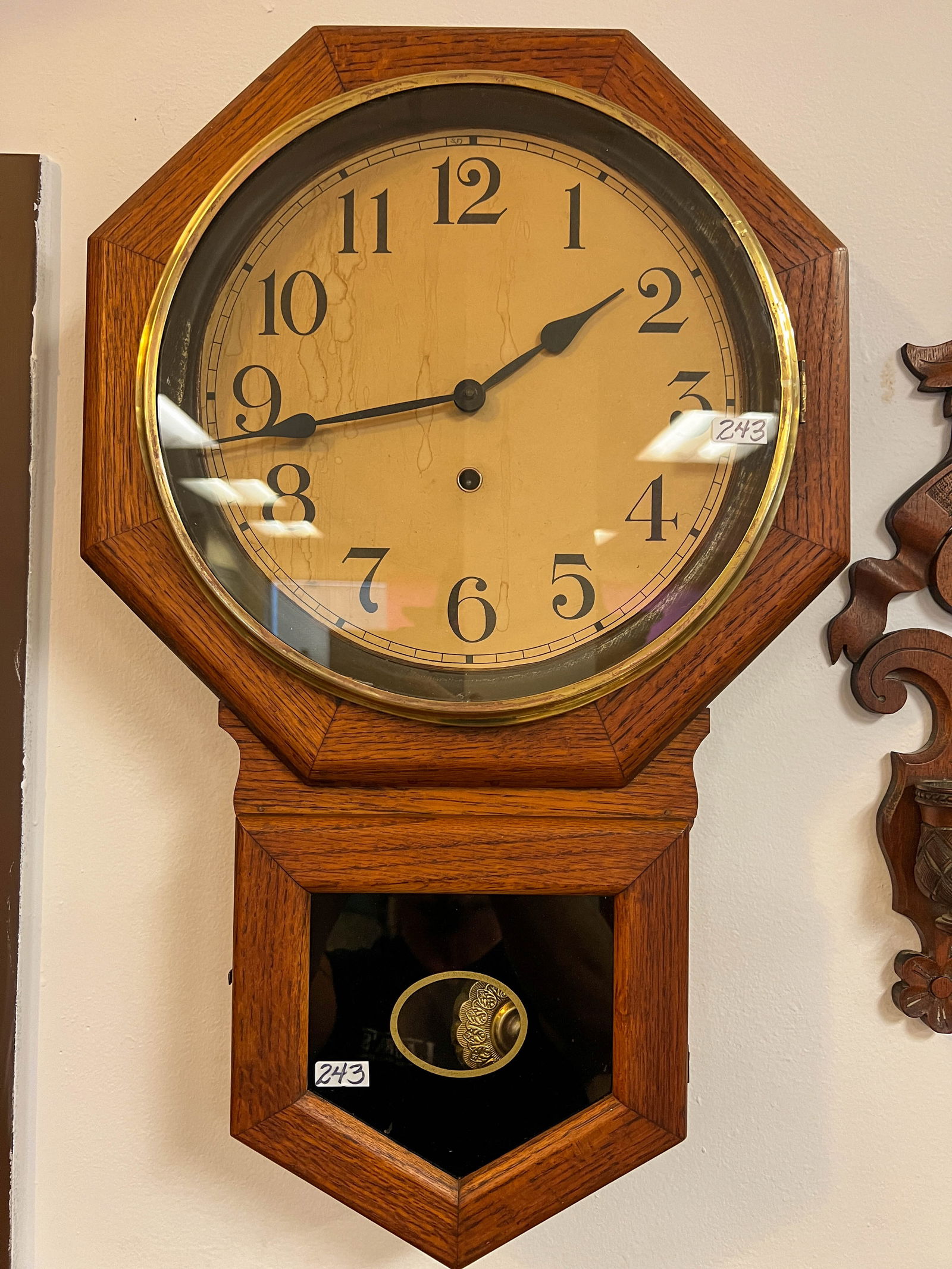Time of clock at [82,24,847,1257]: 1:43
